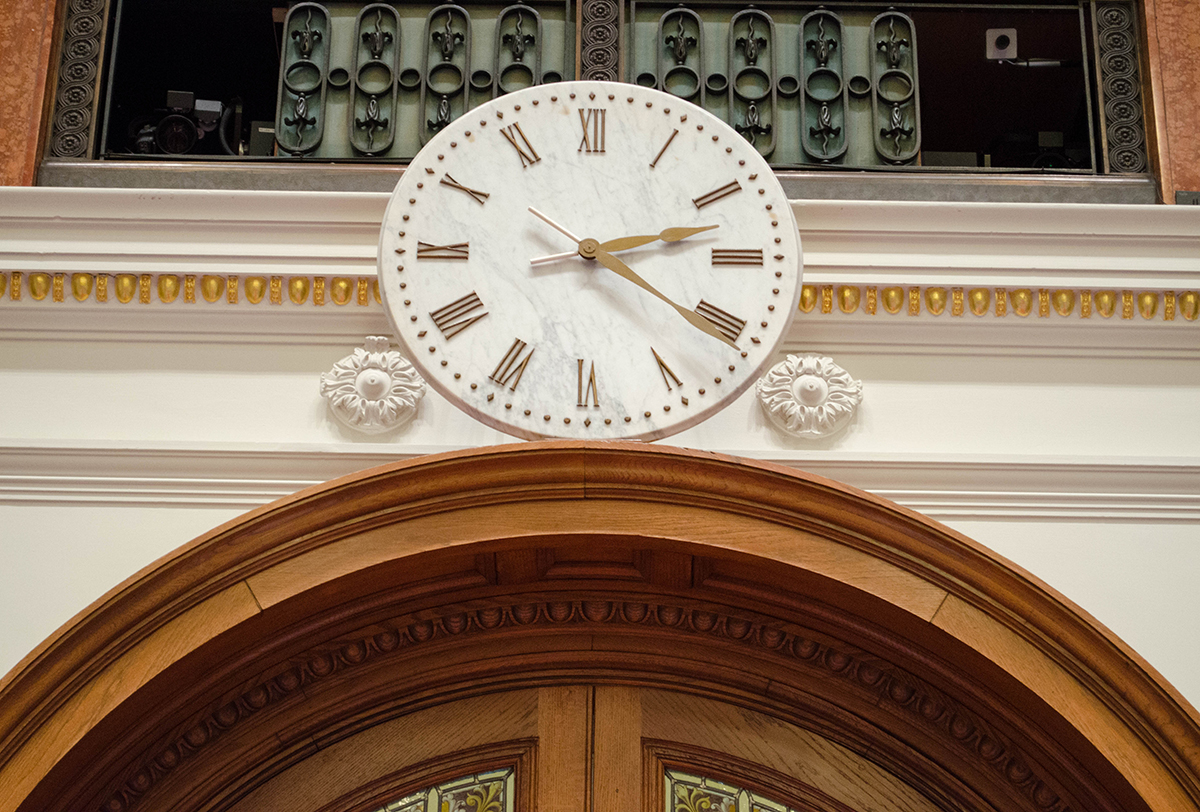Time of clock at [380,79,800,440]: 2:20
